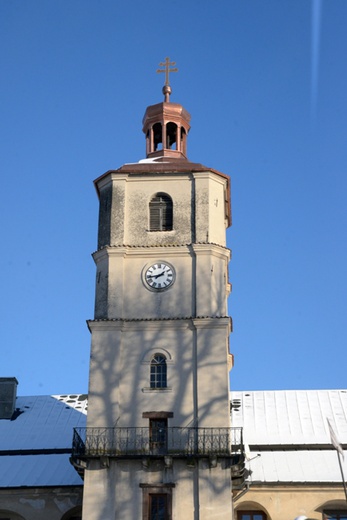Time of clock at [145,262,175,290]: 1:43
